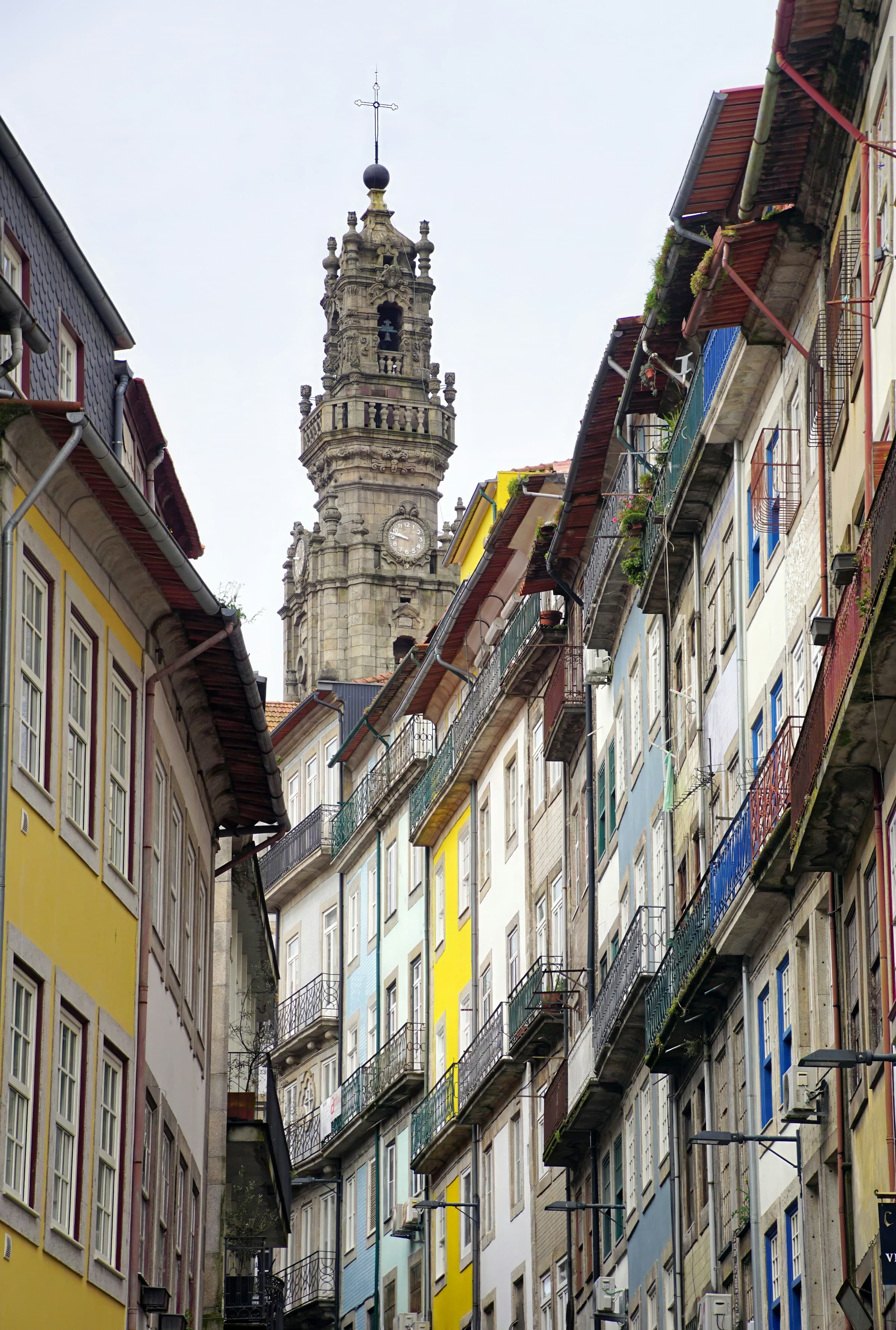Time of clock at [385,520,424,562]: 9:47
